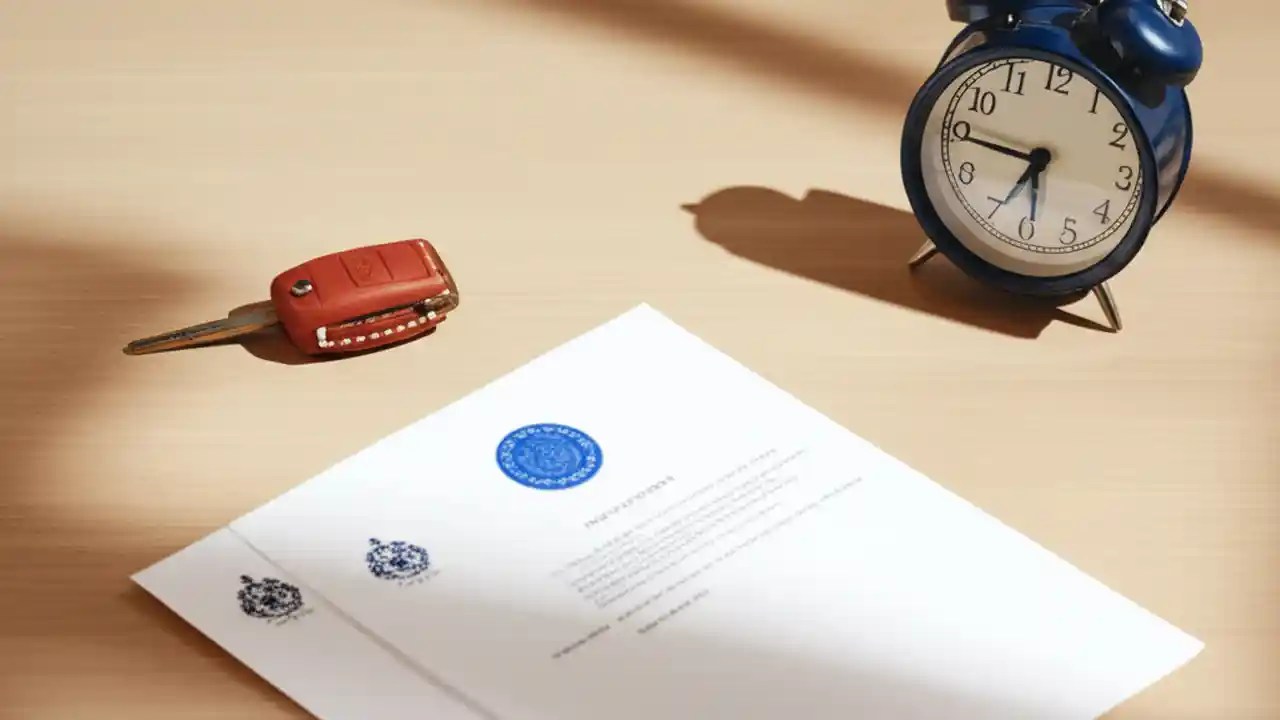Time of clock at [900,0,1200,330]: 6:45
